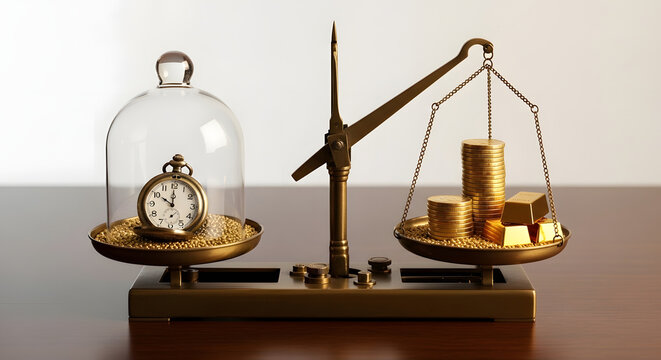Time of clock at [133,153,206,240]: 10:00
